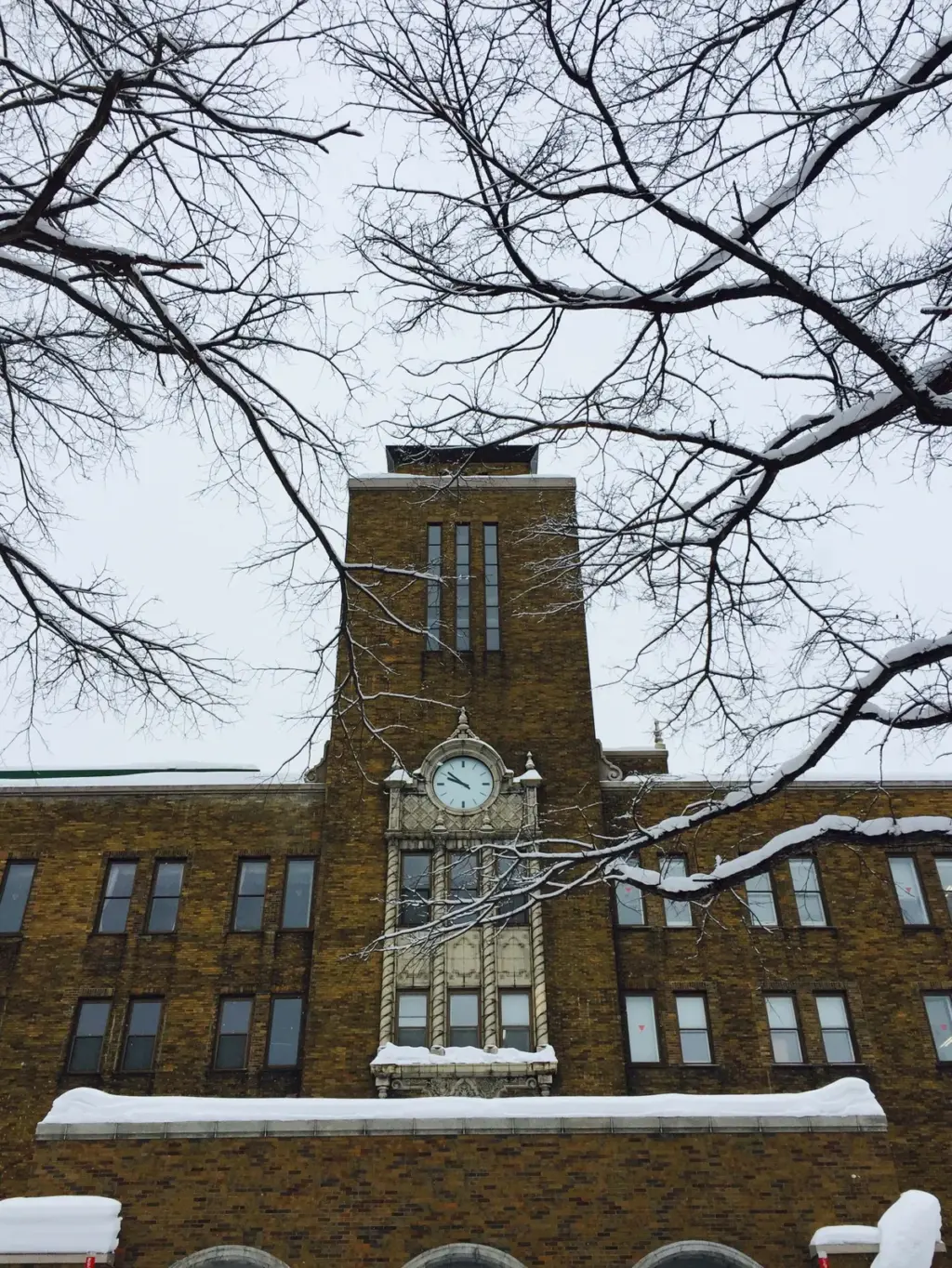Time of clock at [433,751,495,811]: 9:51
